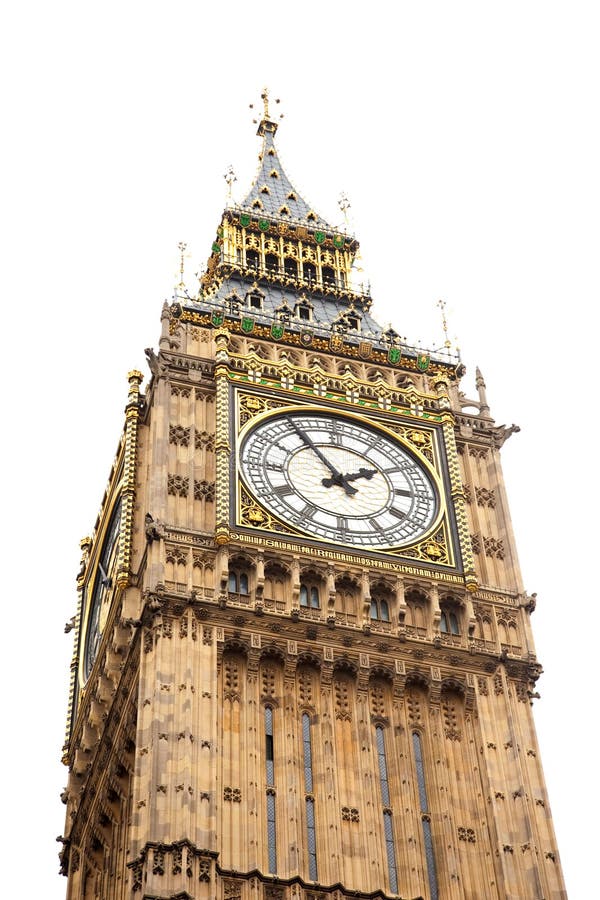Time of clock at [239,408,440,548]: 1:54
